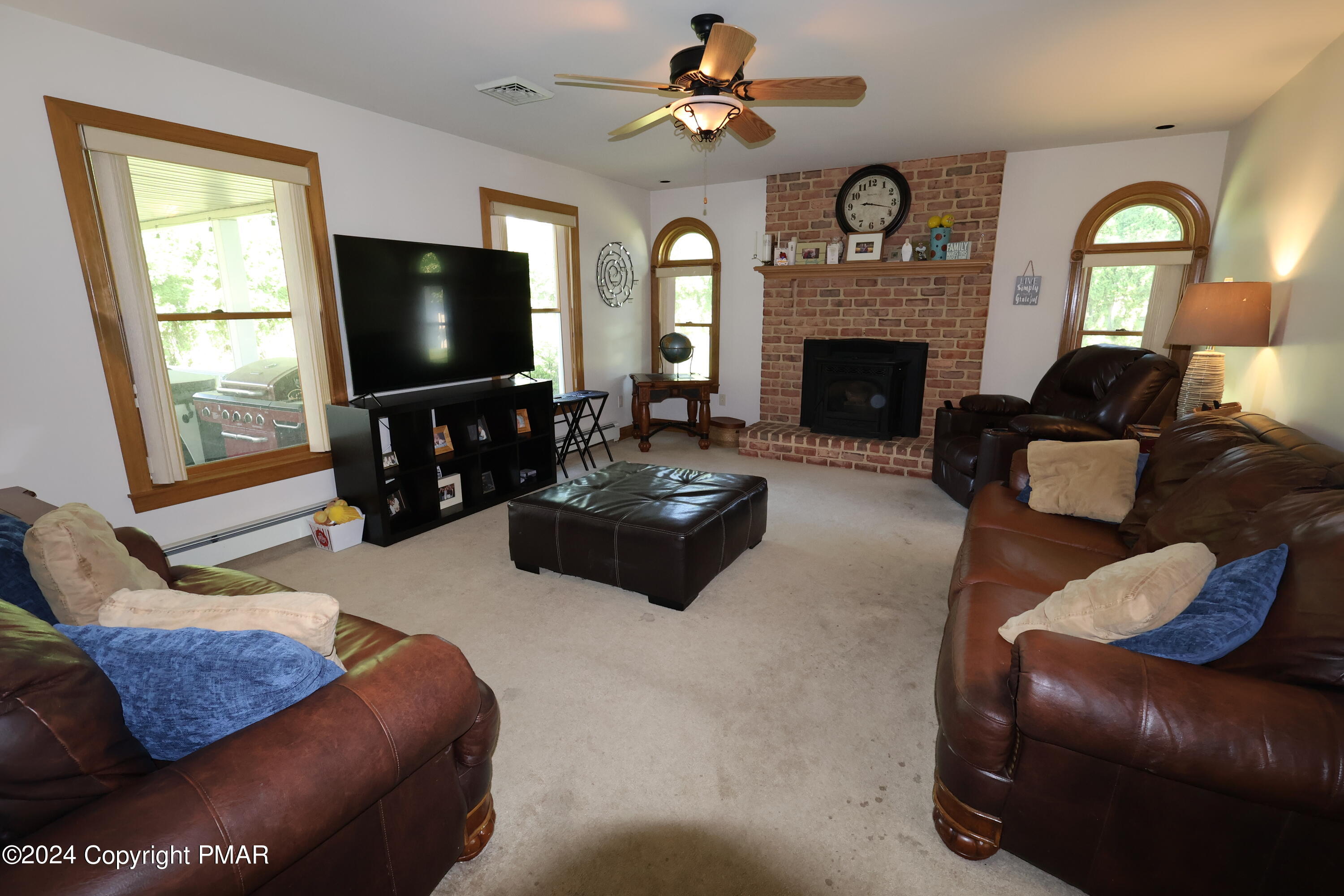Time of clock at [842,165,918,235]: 9:17
